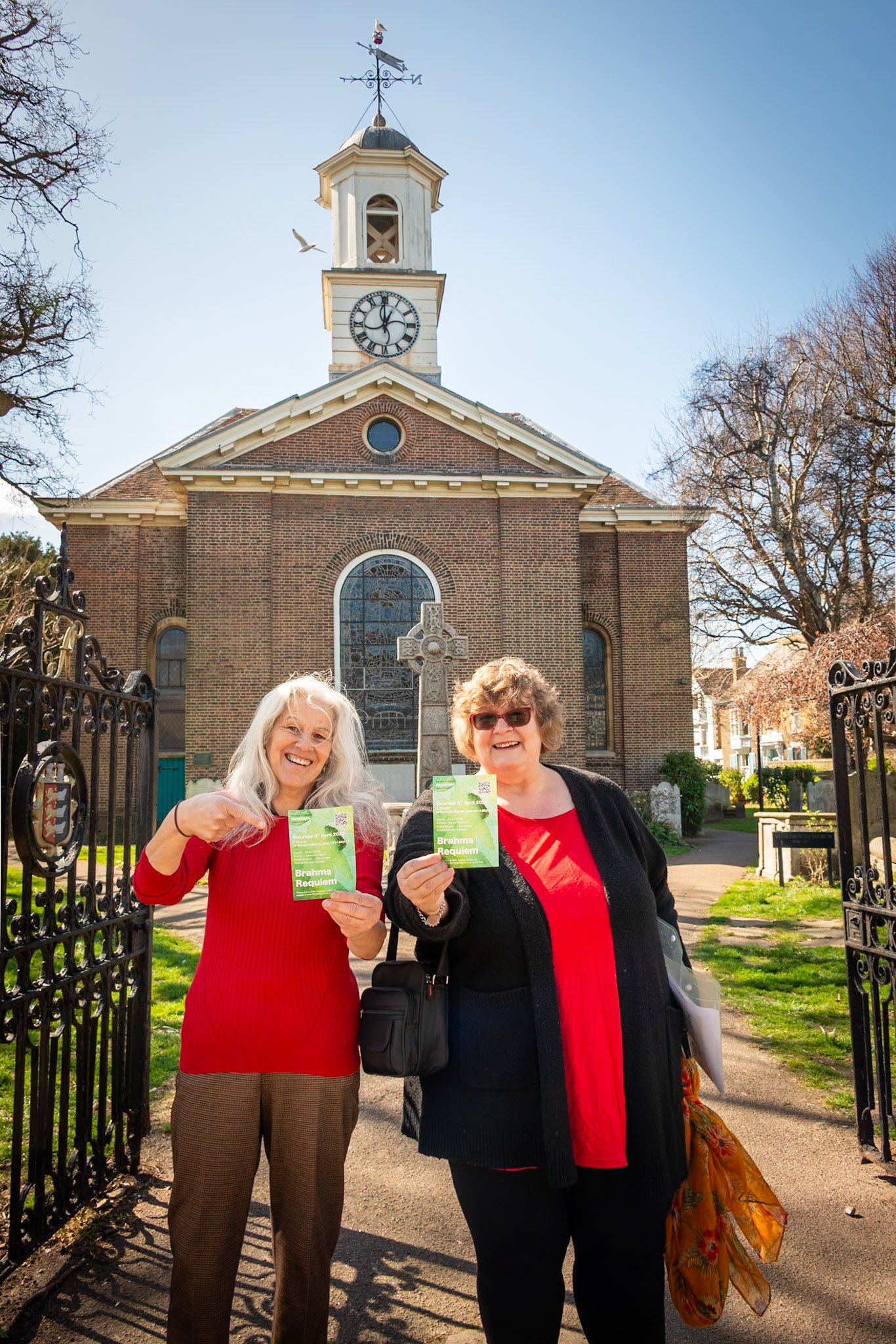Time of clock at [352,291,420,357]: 12:59
